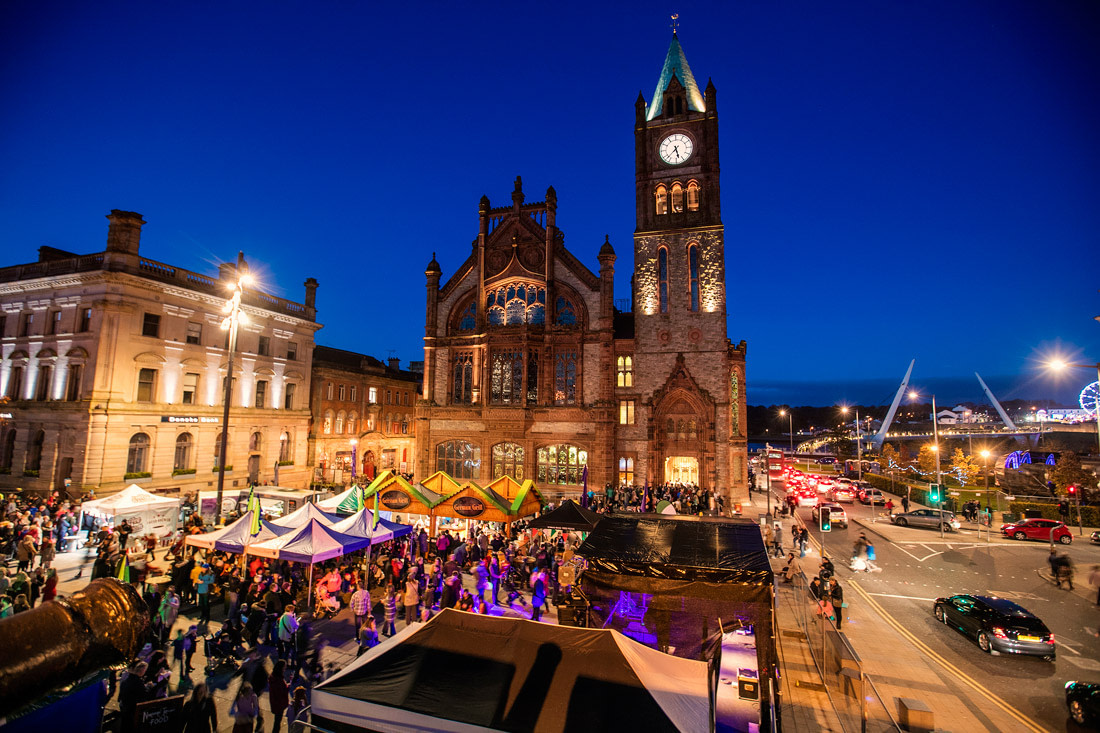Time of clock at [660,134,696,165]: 5:37
